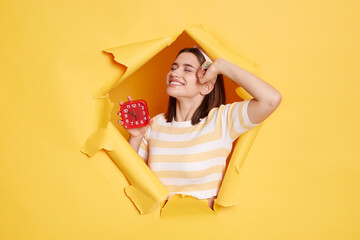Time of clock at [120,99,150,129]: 5:49
